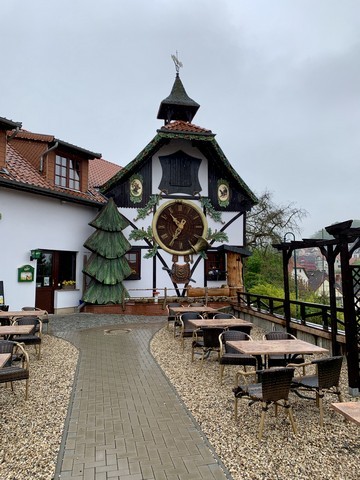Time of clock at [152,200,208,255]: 10:35
